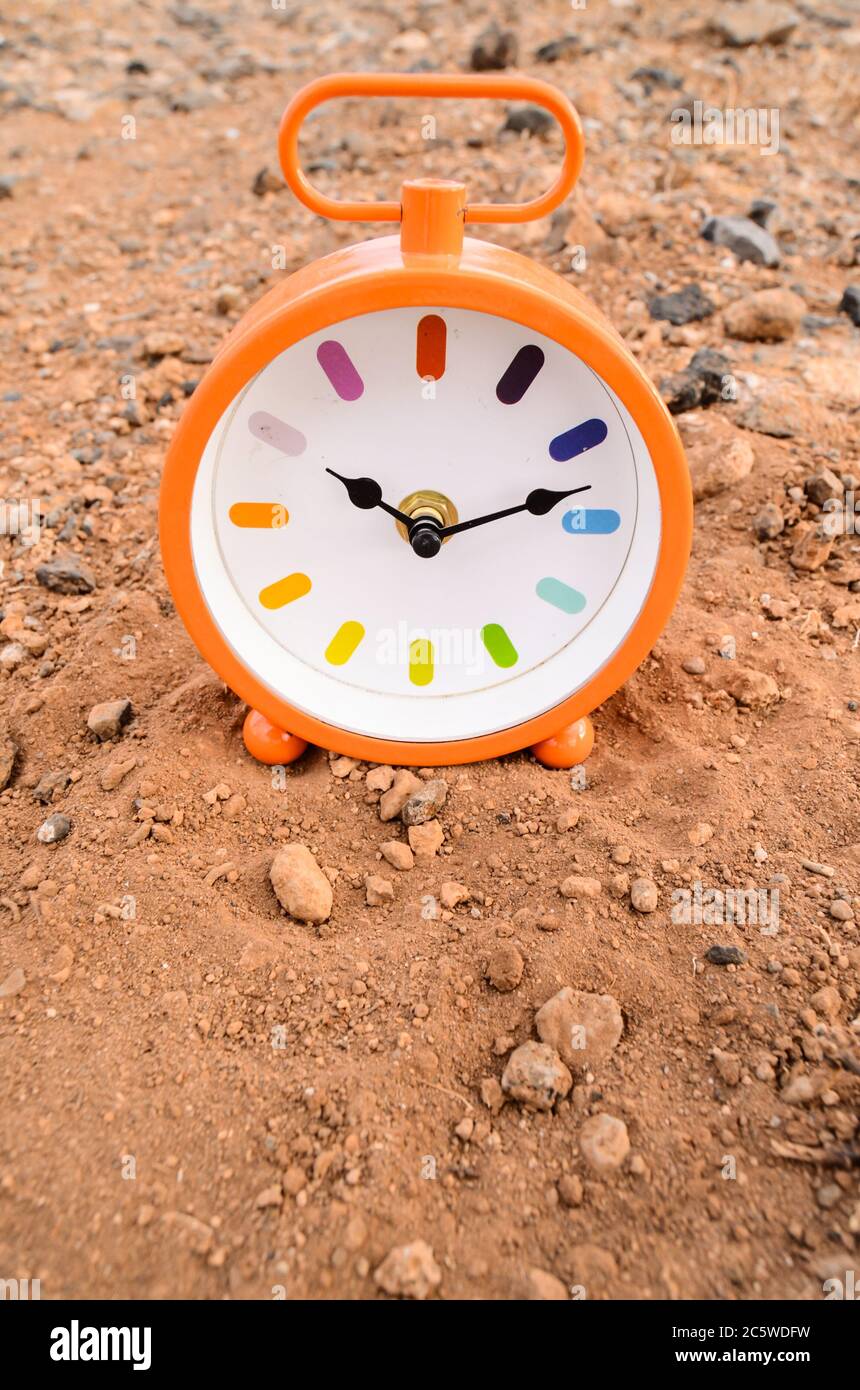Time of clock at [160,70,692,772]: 10:12
